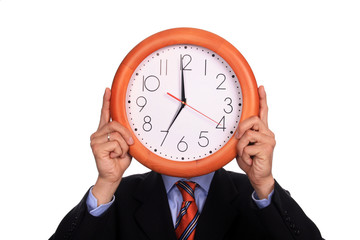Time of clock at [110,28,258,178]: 6:59
